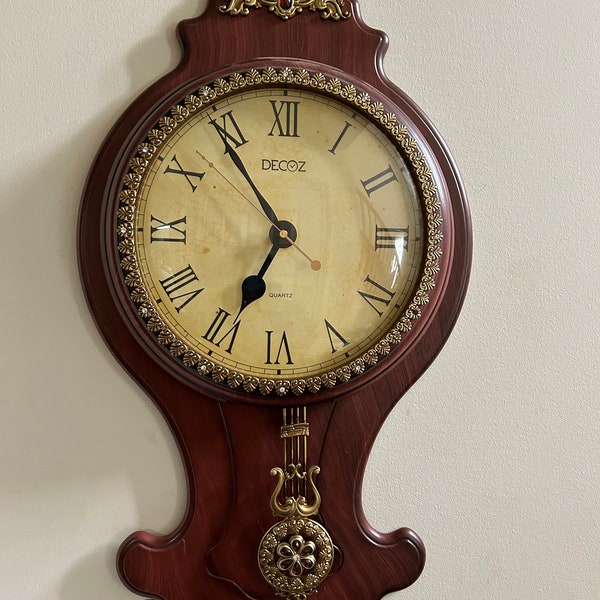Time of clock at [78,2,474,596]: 6:54
